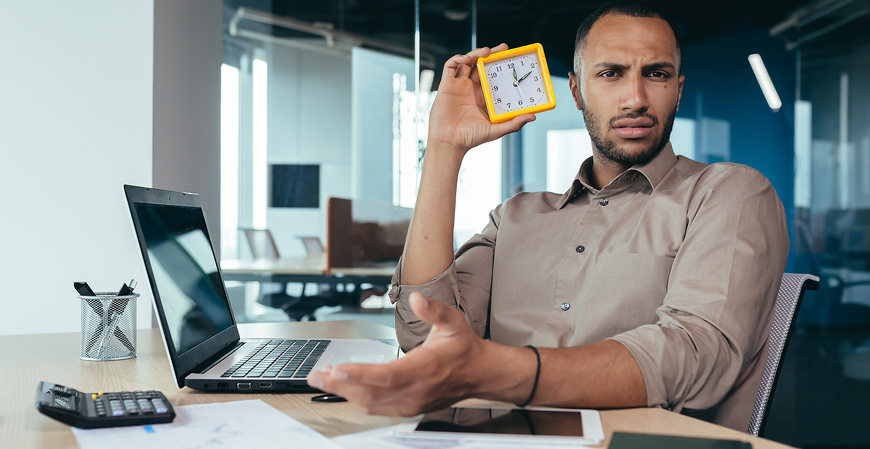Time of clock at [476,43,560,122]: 12:11
